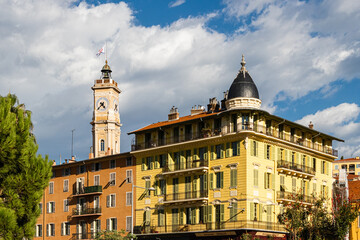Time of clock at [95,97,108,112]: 4:37
